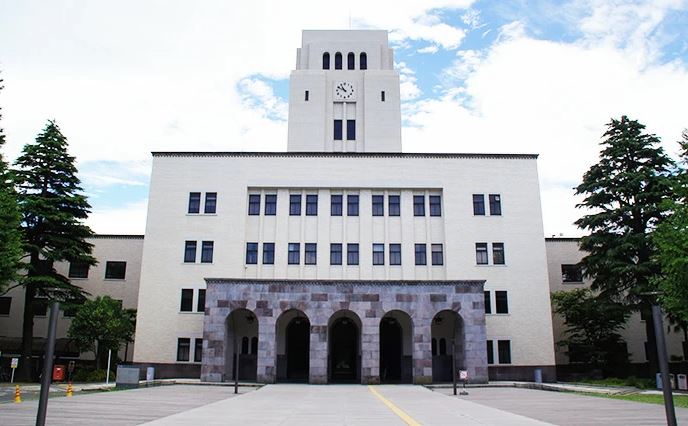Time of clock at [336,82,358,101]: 10:49
